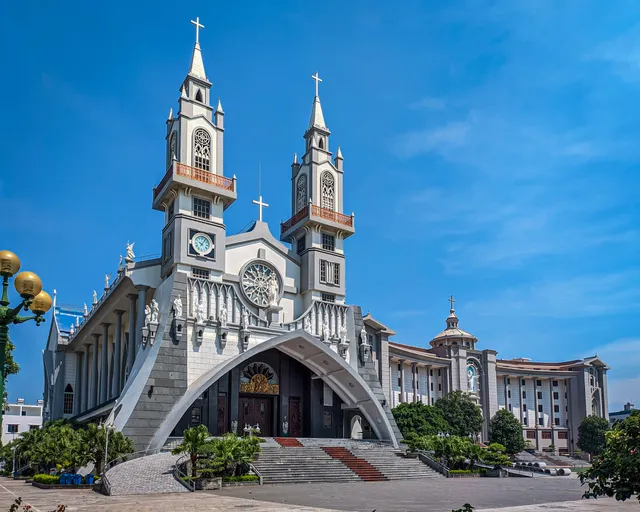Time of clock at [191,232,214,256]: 10:05
